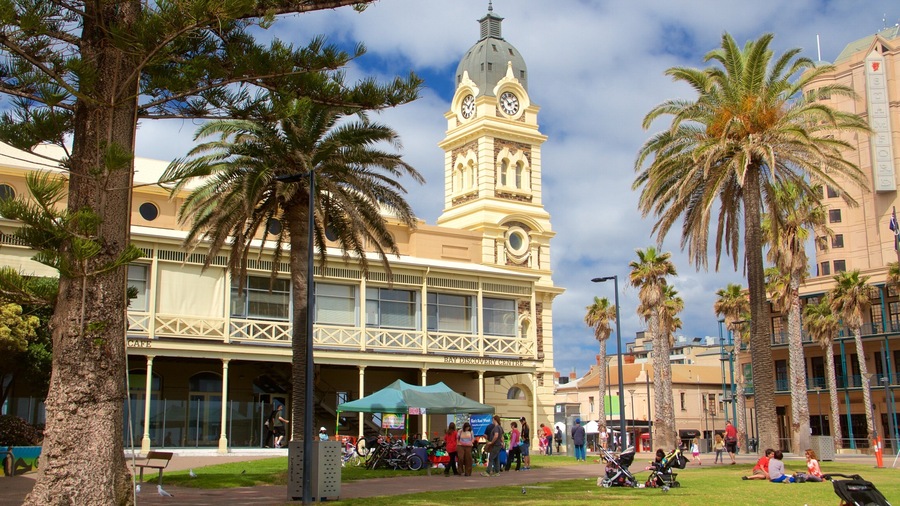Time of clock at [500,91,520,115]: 1:52
